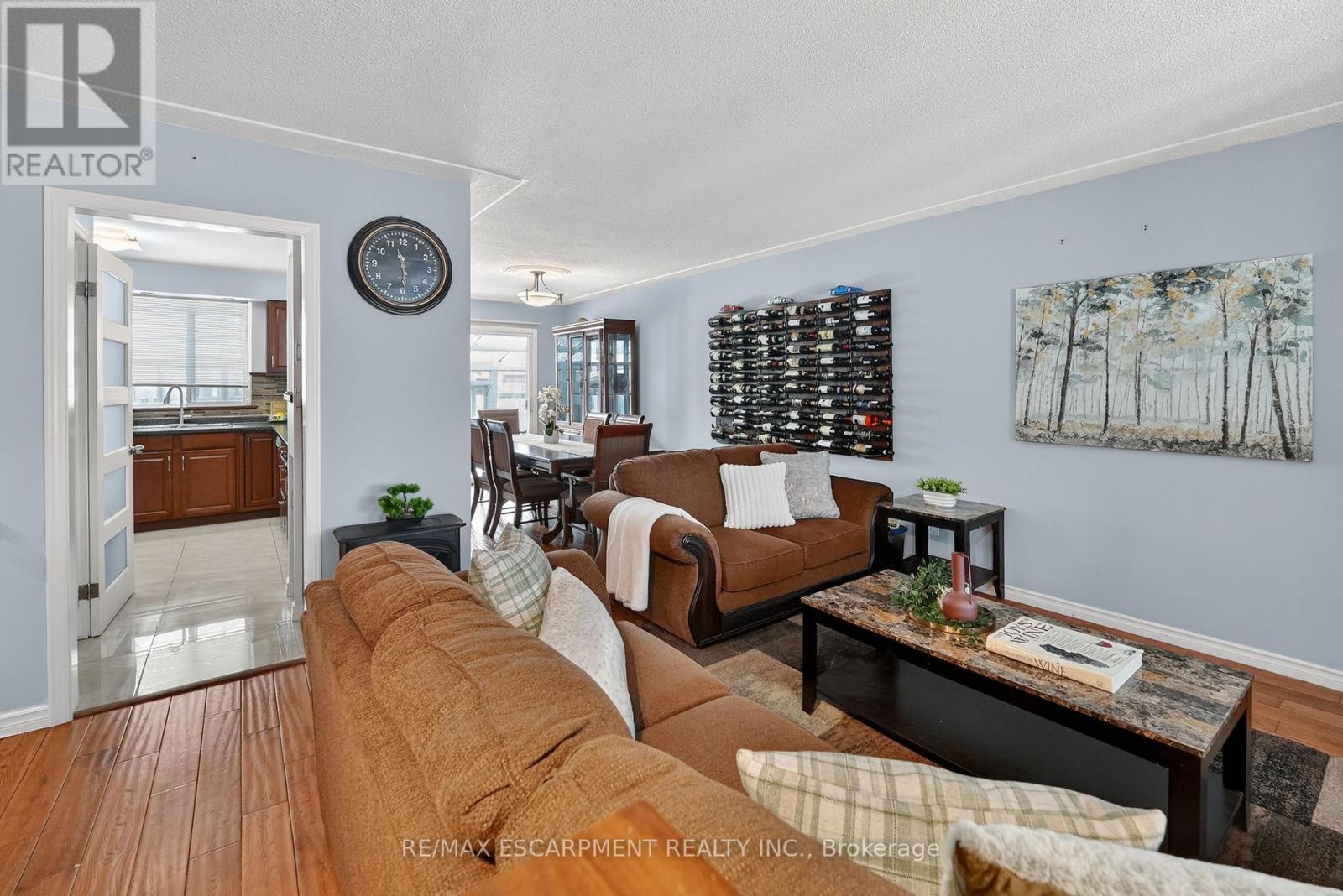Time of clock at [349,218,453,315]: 11:29
